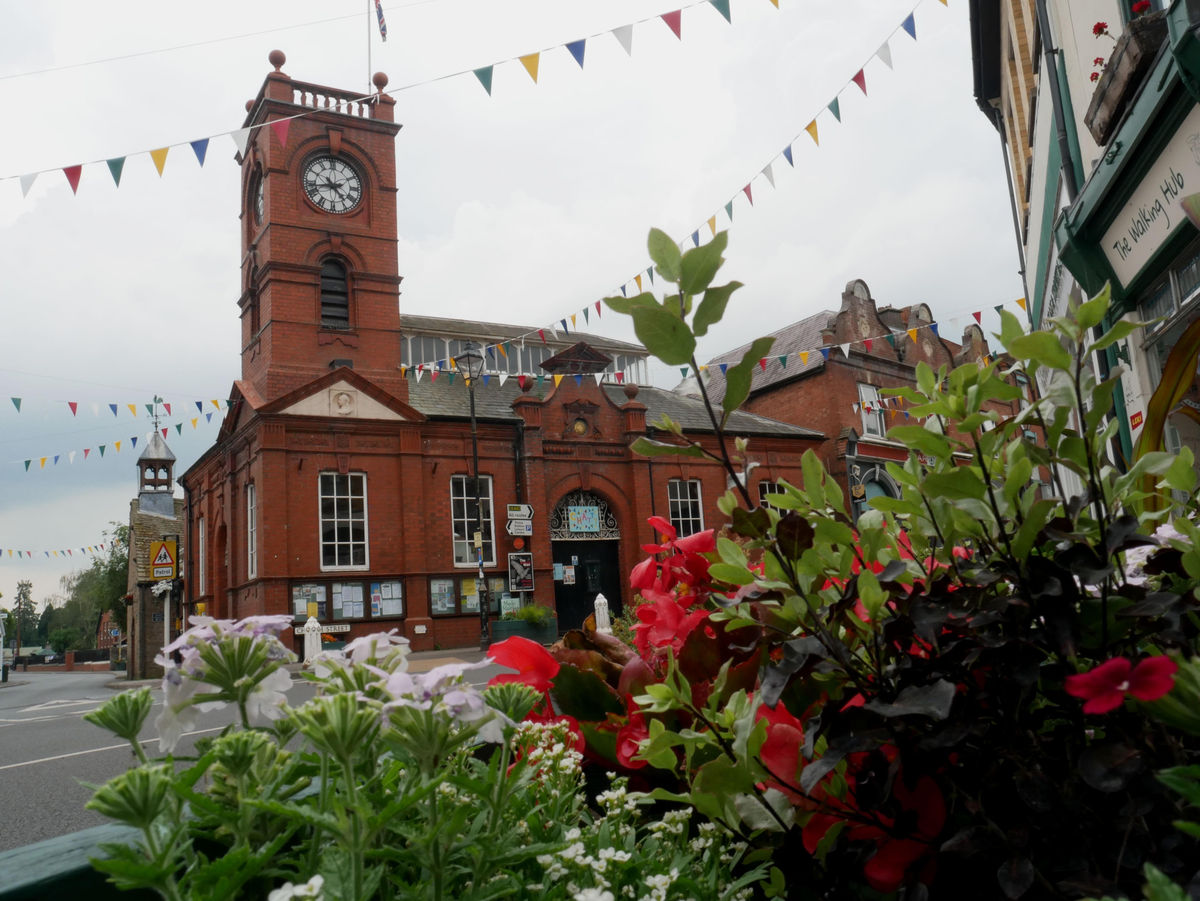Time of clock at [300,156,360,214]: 4:42
